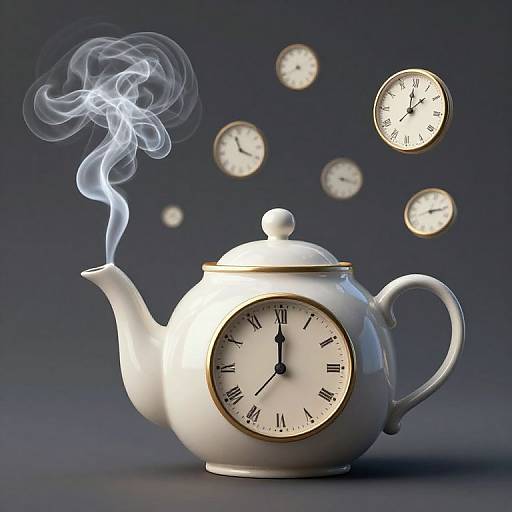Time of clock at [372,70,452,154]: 12:07
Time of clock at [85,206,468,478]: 12:00
